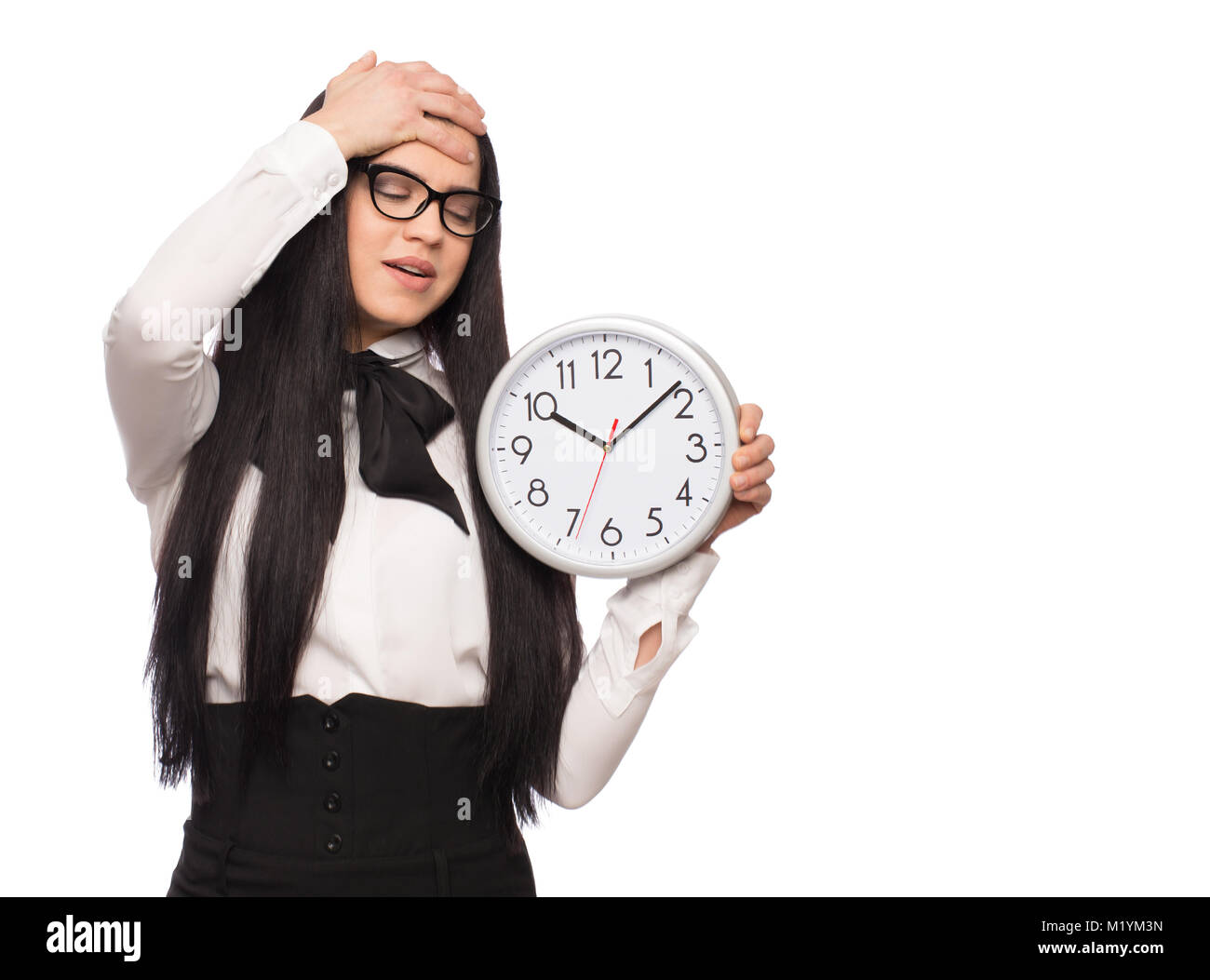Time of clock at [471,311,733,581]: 10:08
